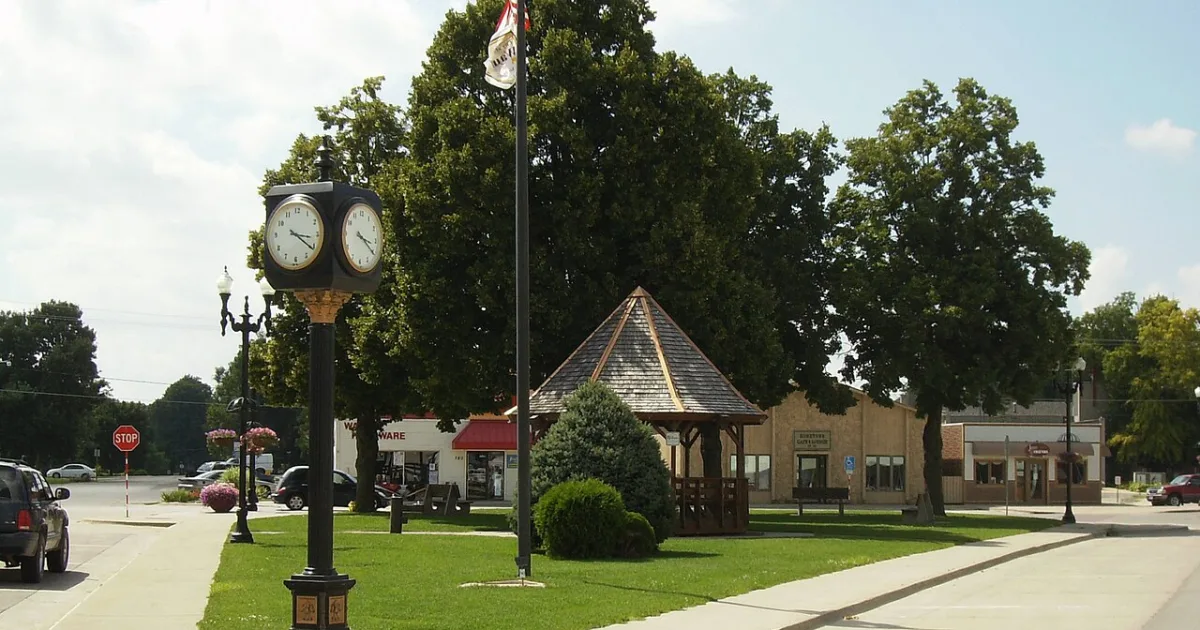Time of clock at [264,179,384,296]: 3:21
